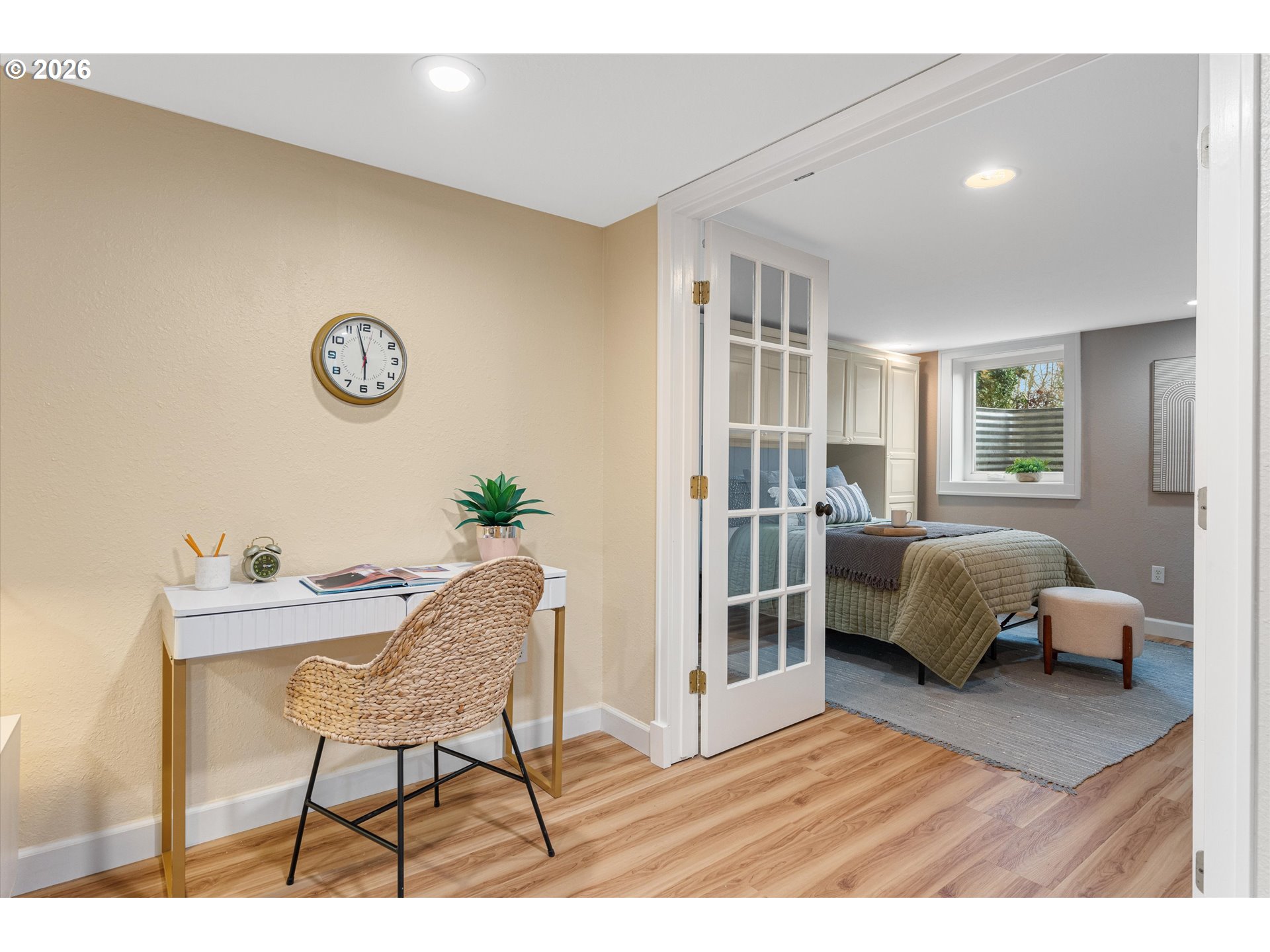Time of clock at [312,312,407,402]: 5:57
